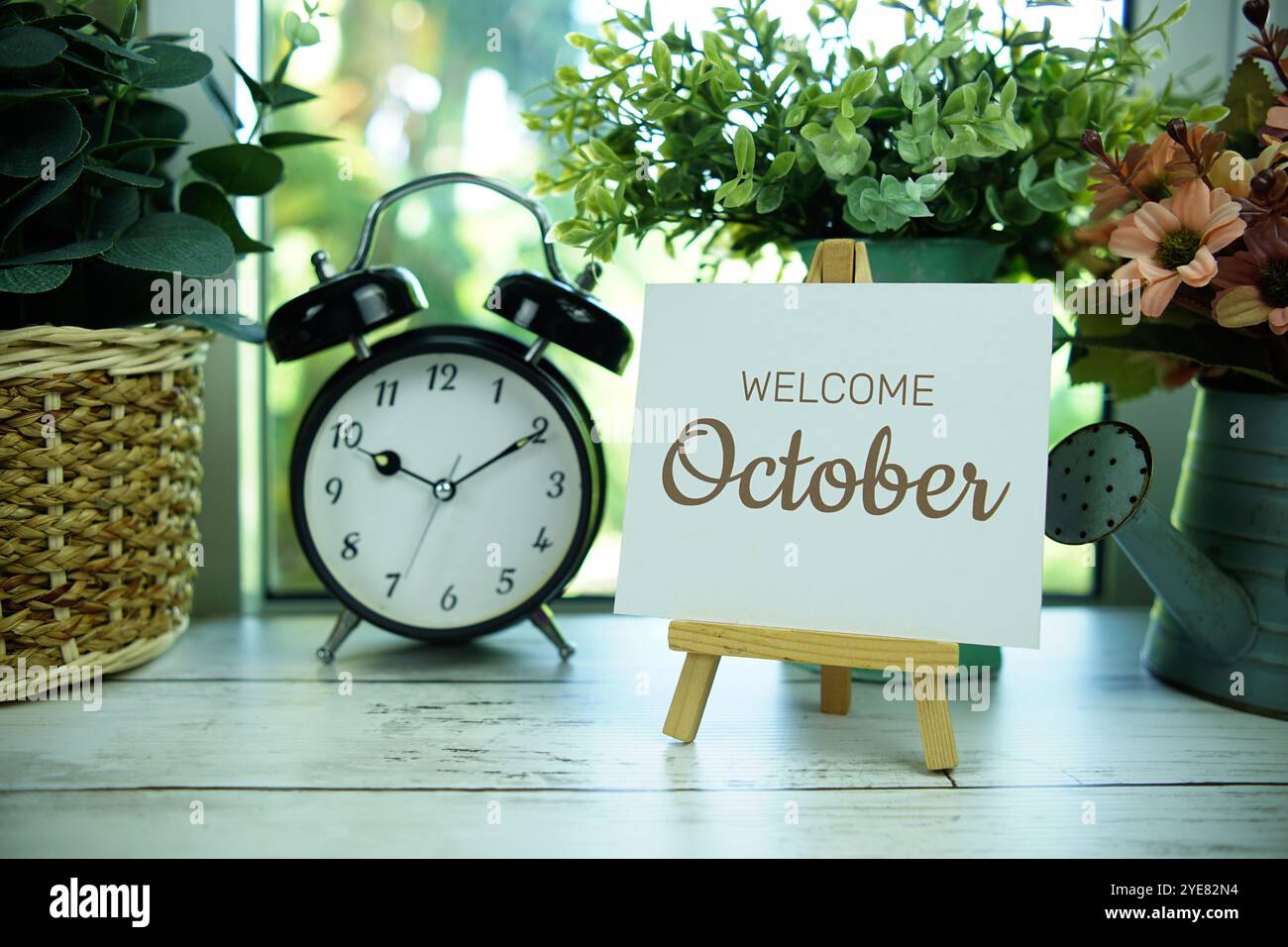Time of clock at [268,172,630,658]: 10:10
